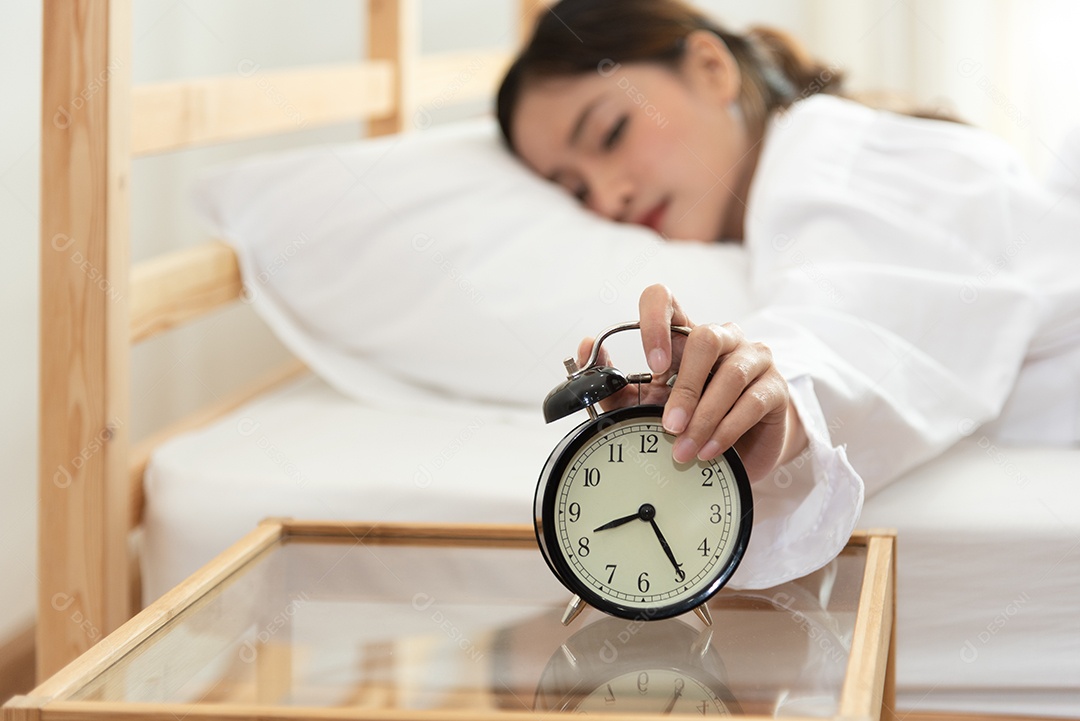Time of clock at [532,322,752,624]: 8:24
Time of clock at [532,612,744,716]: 8:24
